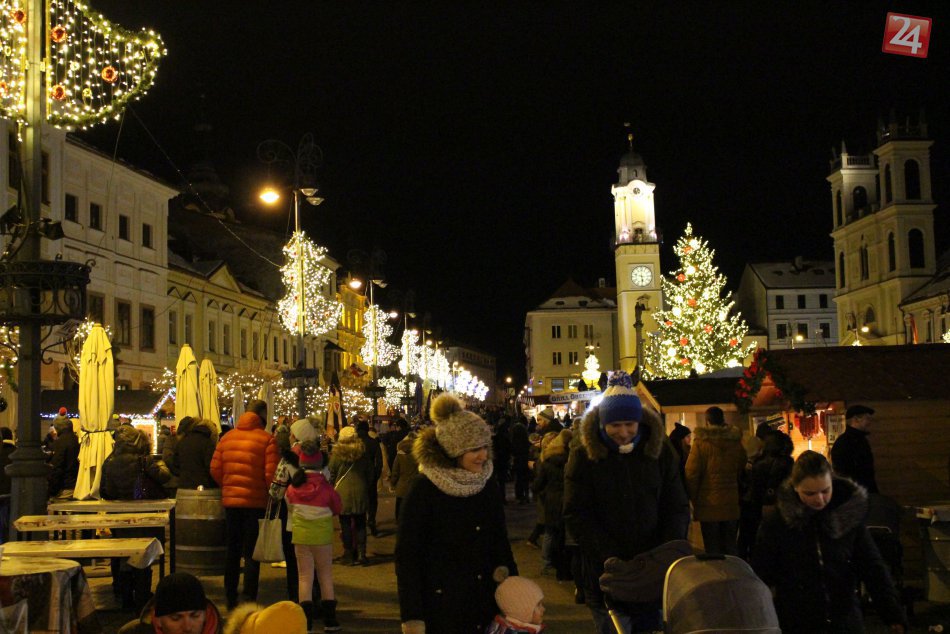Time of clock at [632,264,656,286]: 5:47
